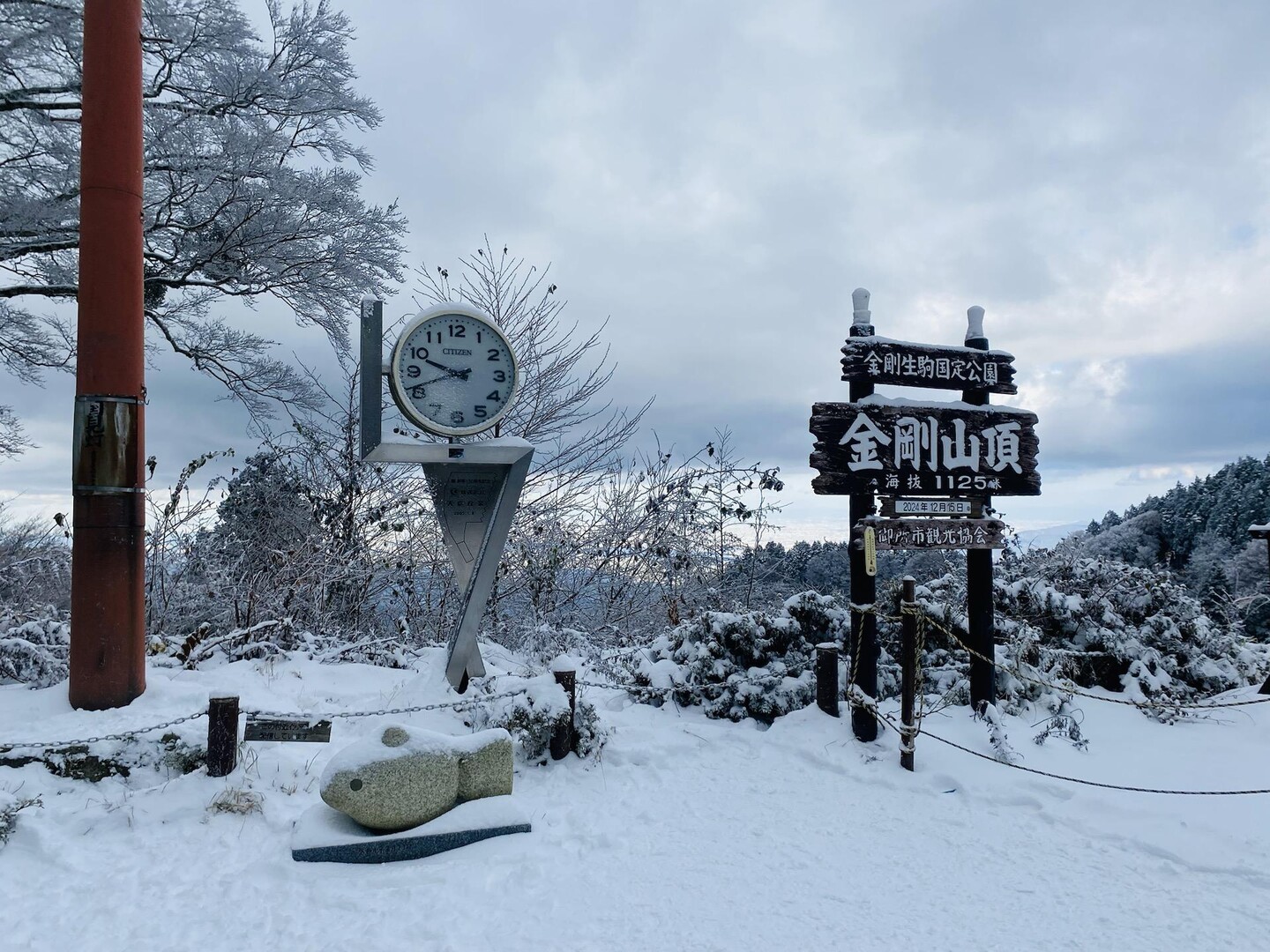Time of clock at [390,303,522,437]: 9:41
